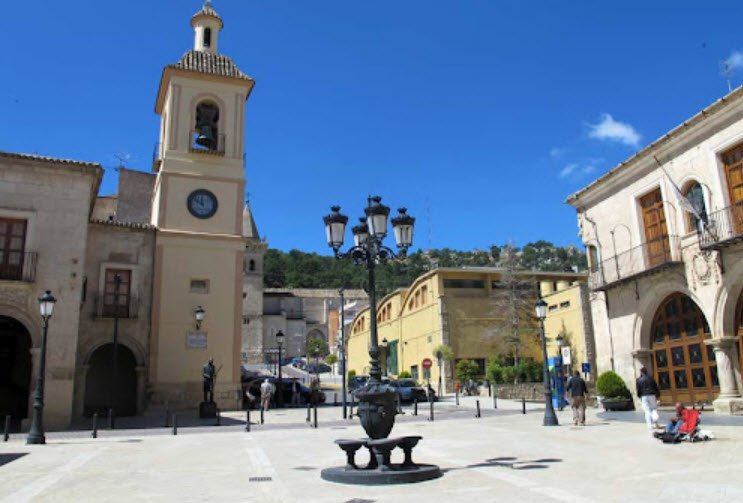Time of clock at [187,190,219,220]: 11:51
